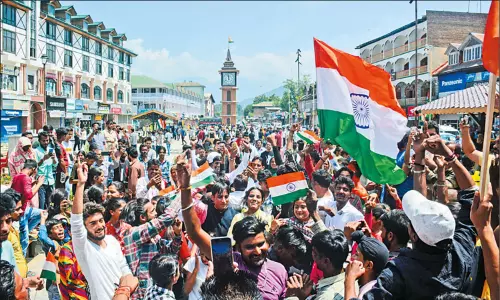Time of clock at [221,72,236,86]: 11:58
